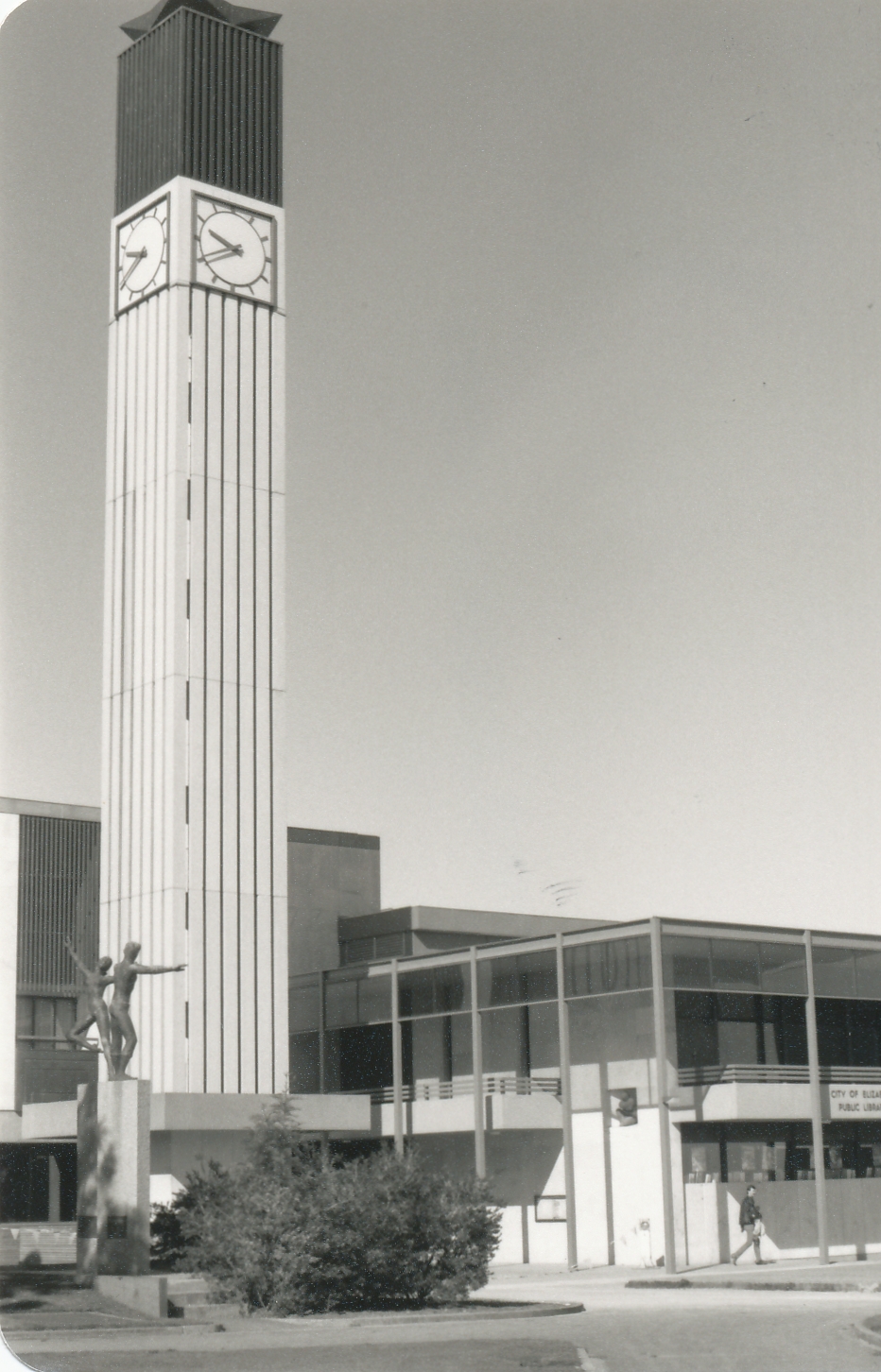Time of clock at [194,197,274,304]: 9:40
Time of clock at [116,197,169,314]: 9:40
